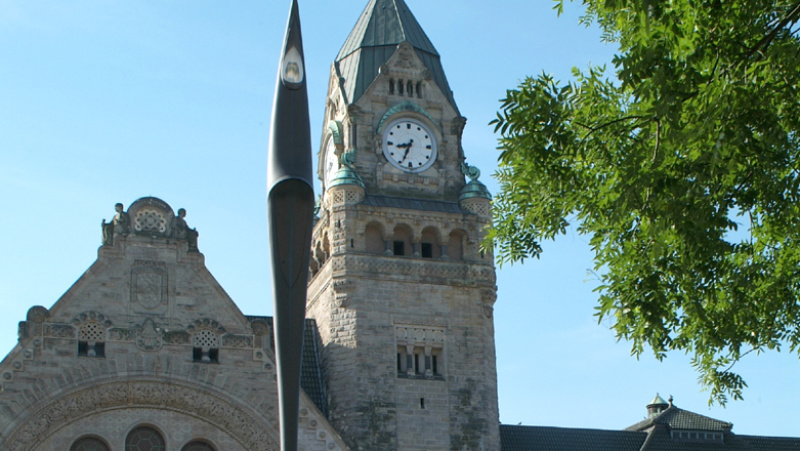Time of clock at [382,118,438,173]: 8:34
